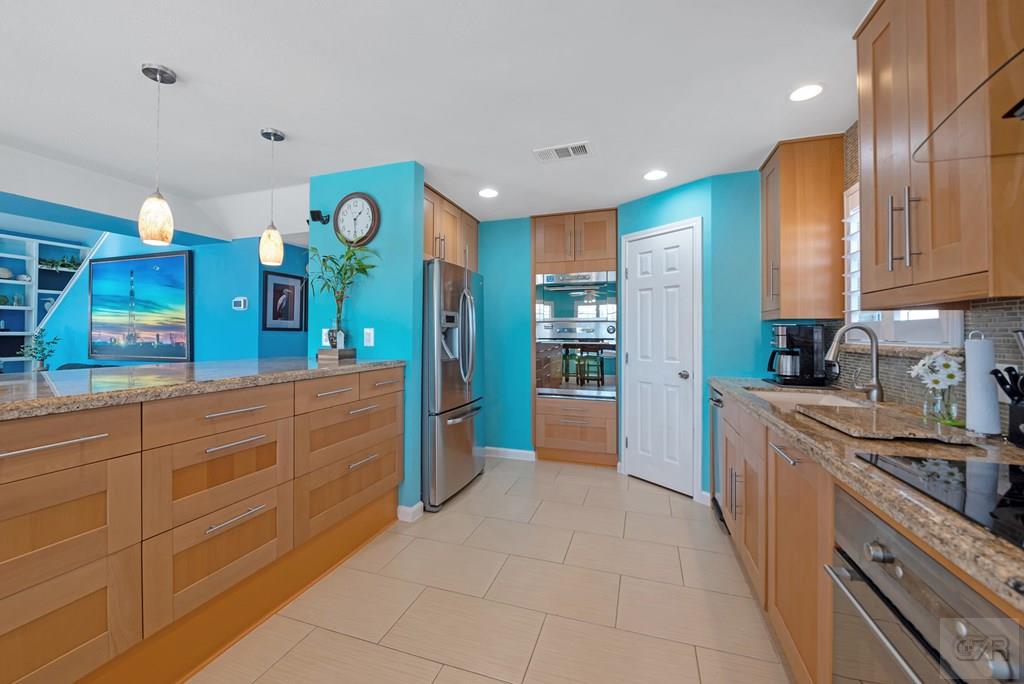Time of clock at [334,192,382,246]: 1:29
